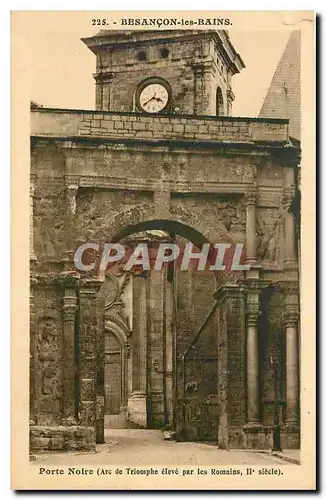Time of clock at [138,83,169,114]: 3:40
